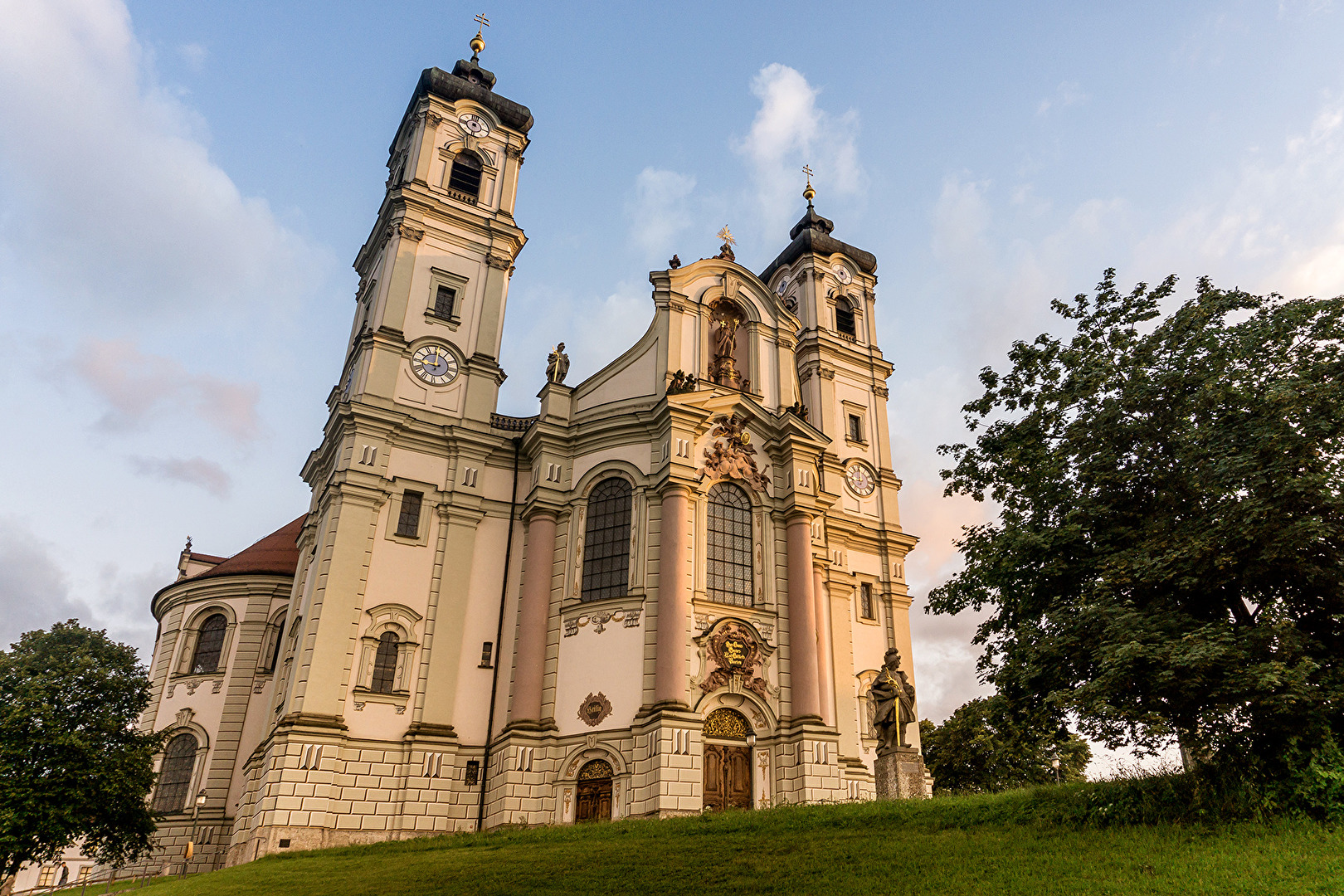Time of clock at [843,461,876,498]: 9:01
